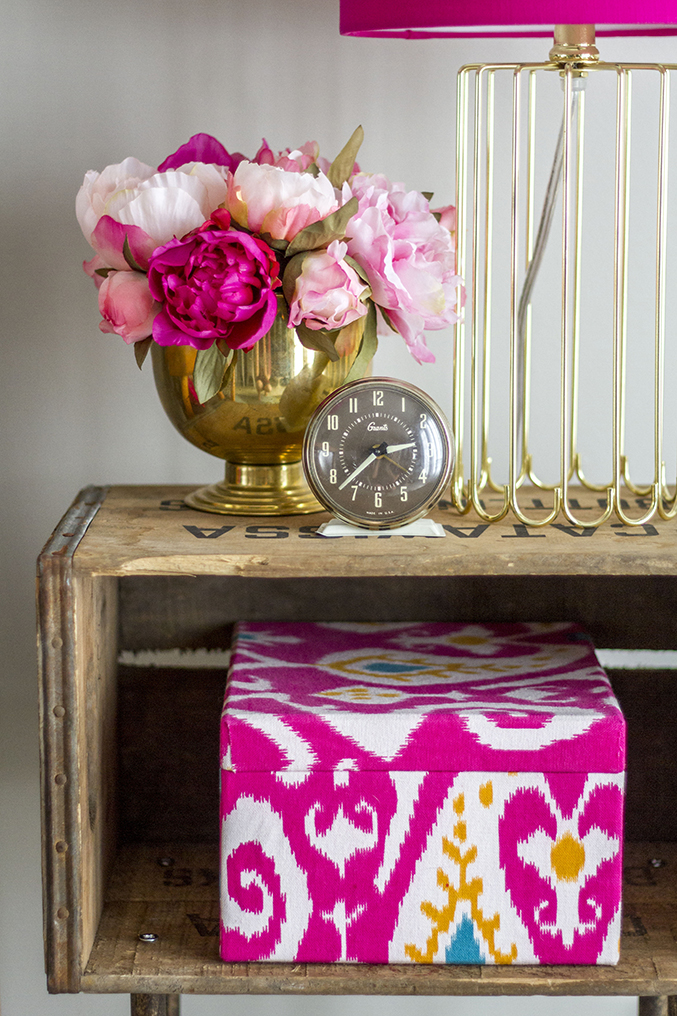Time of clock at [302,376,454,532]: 2:37
